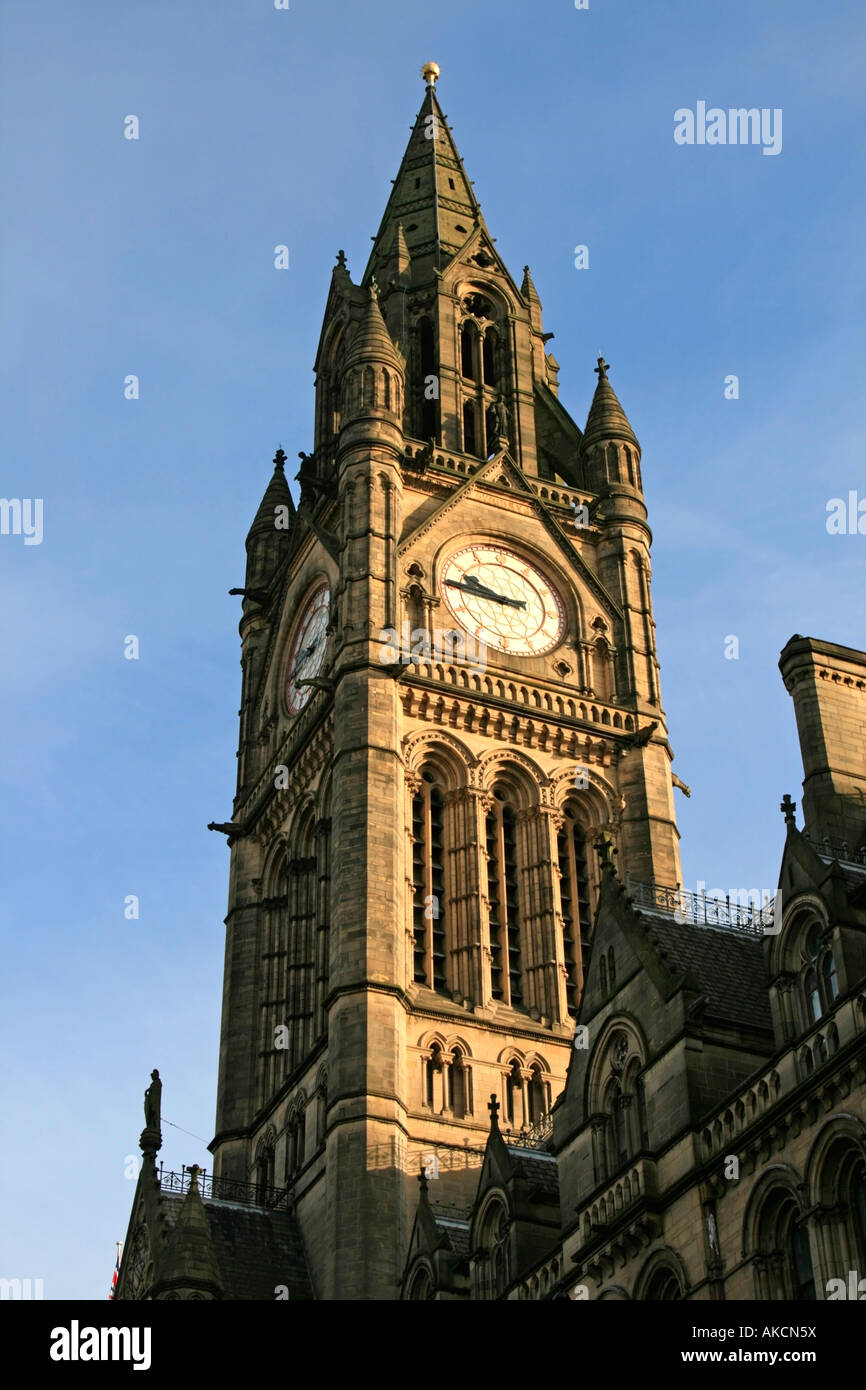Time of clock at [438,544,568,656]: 9:45
